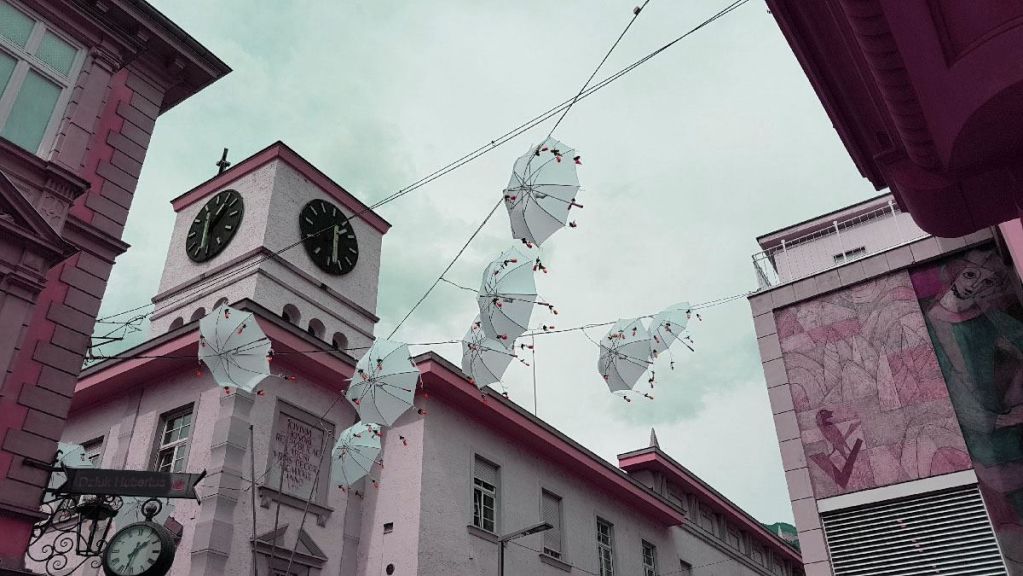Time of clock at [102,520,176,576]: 1:32
